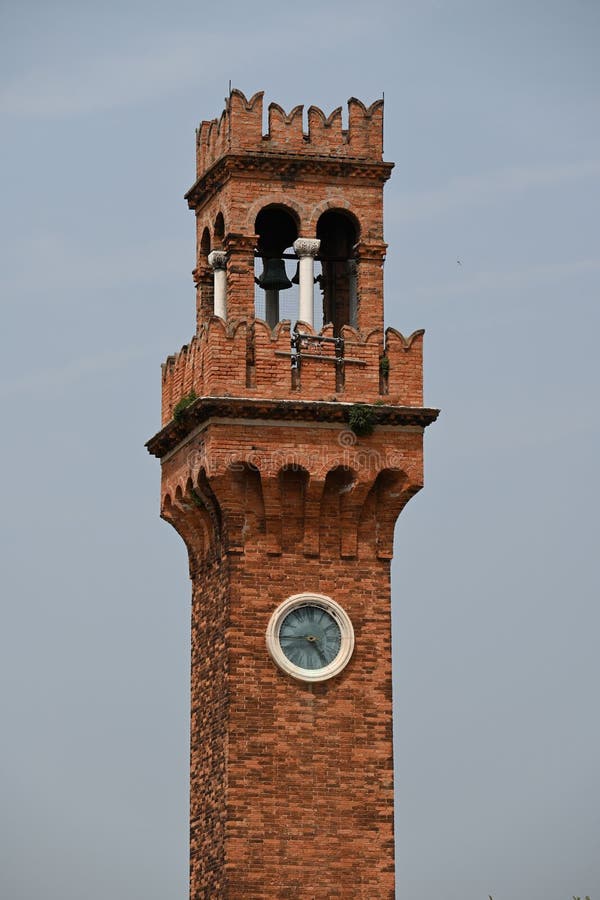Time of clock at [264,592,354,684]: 4:44
